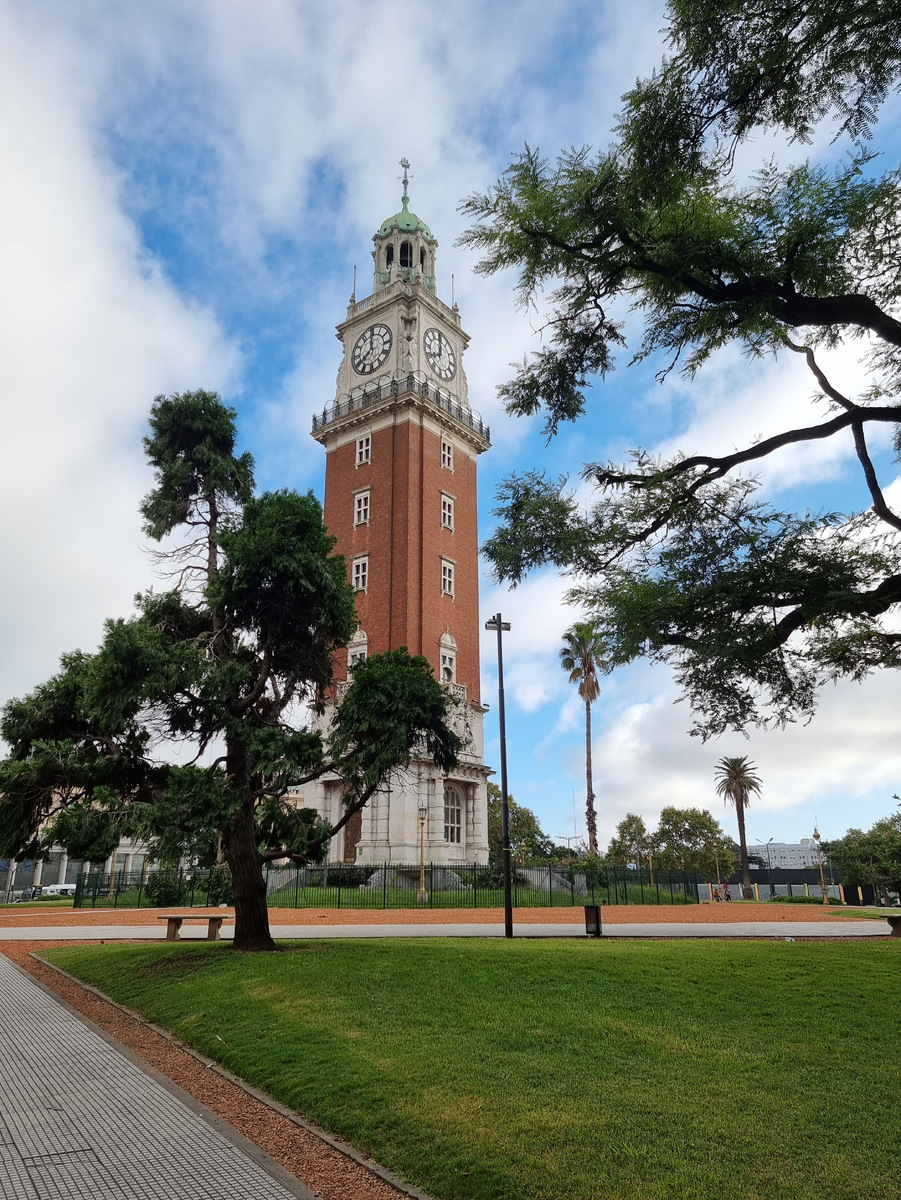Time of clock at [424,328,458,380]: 7:59
